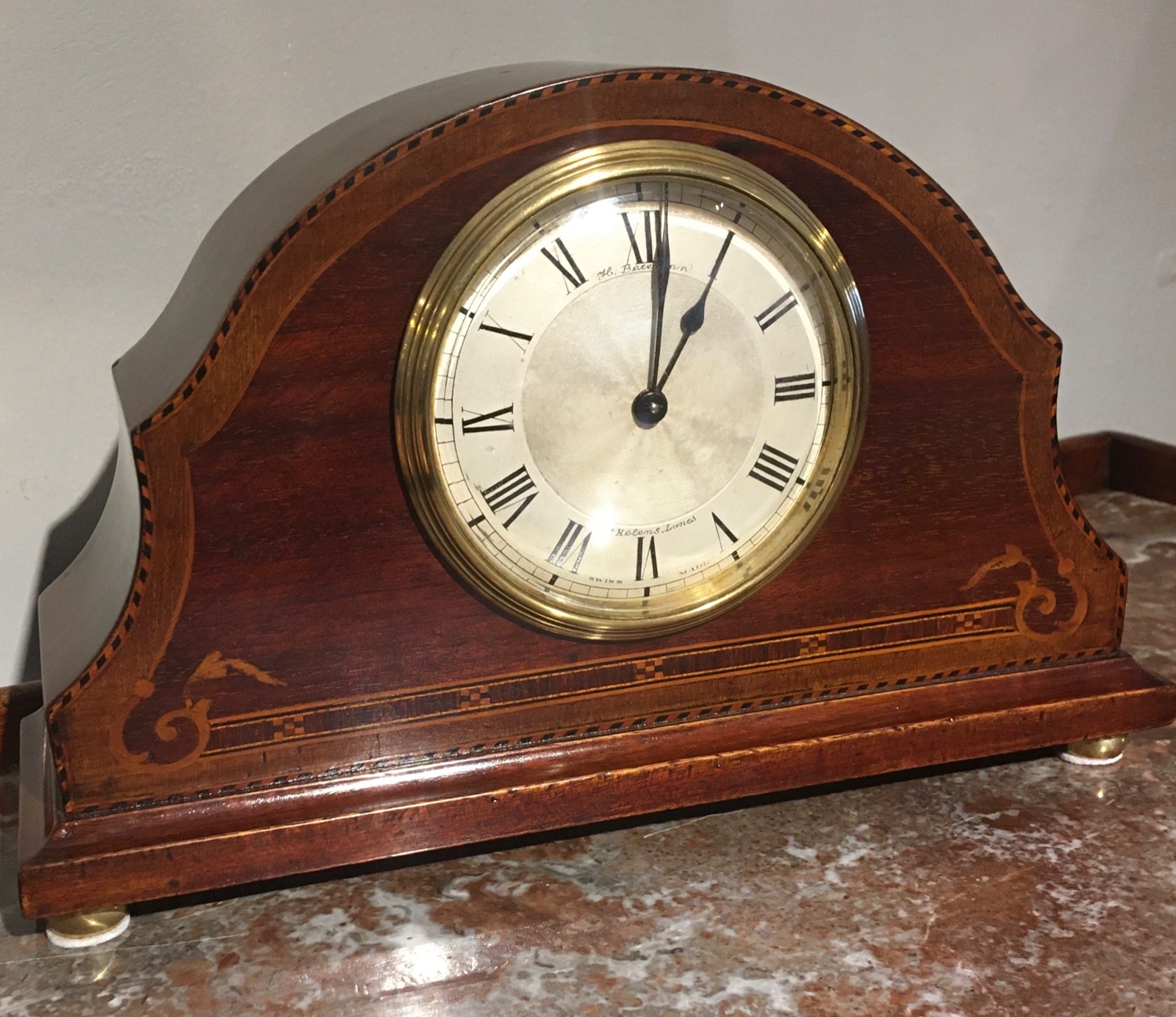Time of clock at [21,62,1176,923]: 1:01
